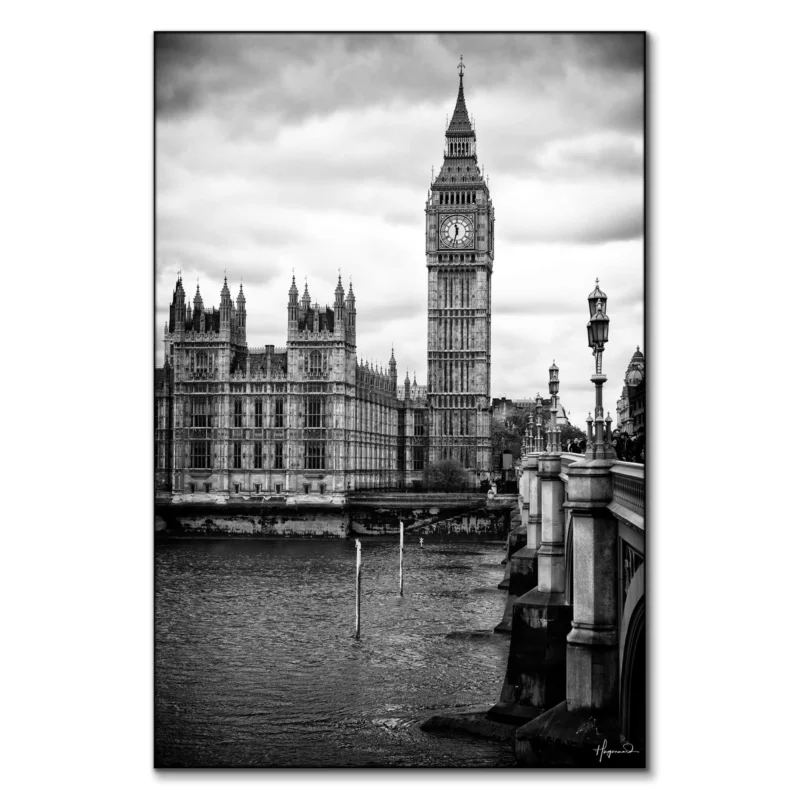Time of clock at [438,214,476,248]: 11:32
